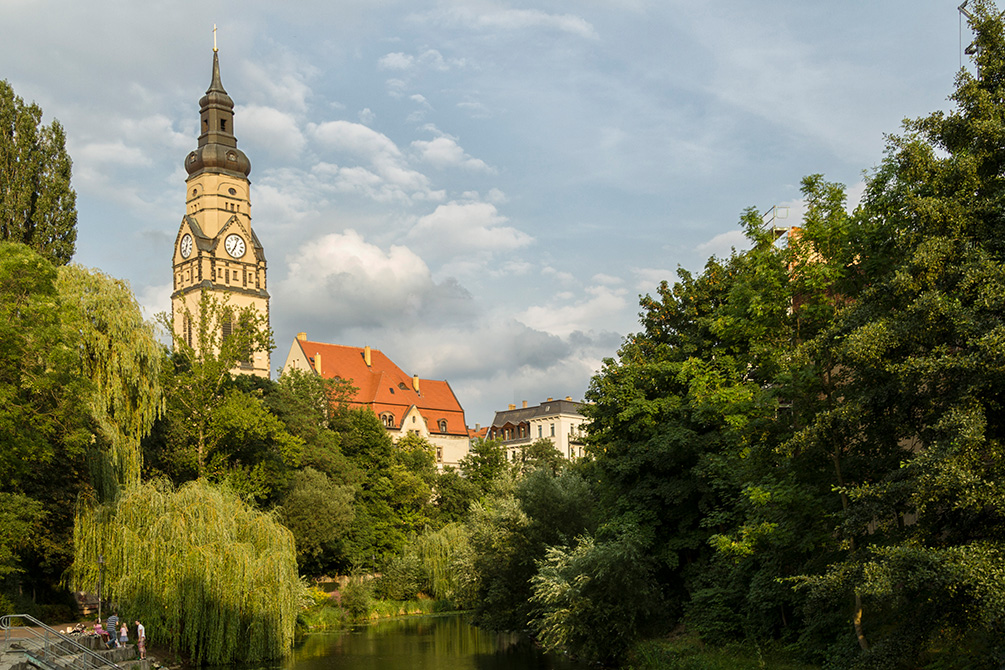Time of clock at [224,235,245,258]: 7:03
